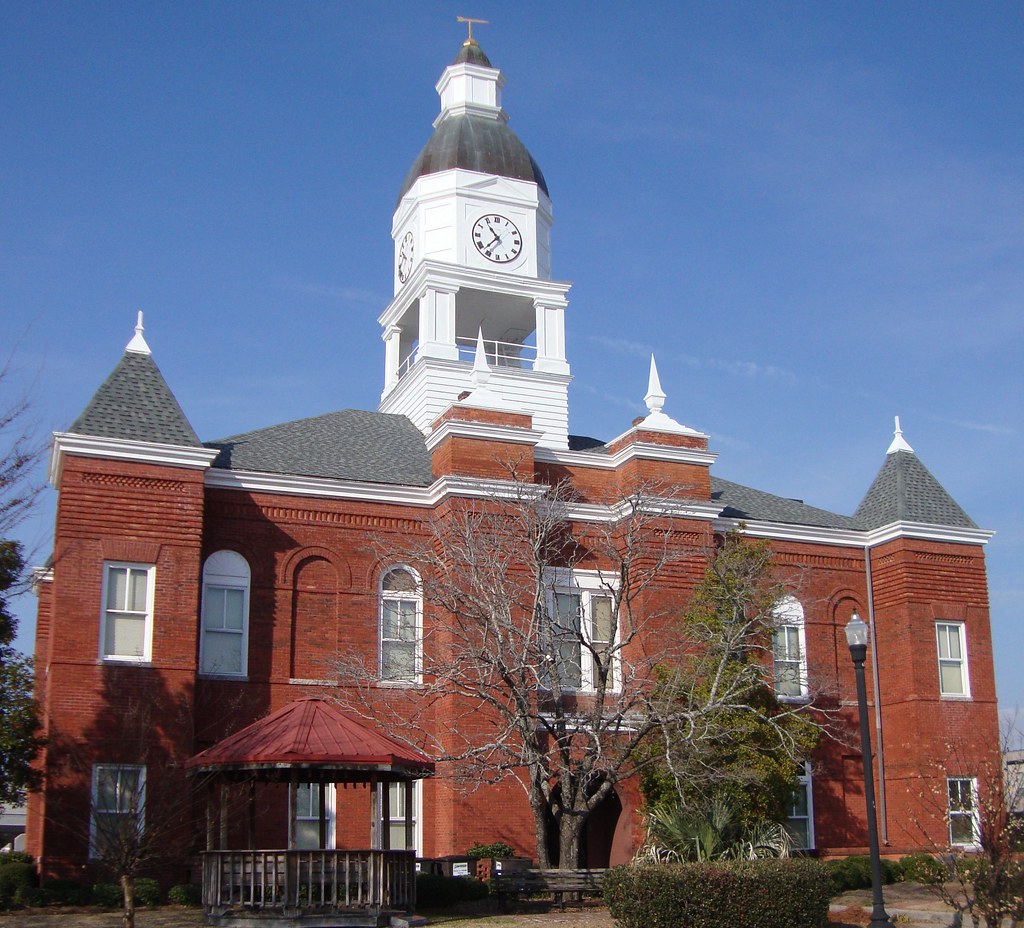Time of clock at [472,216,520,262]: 10:37
